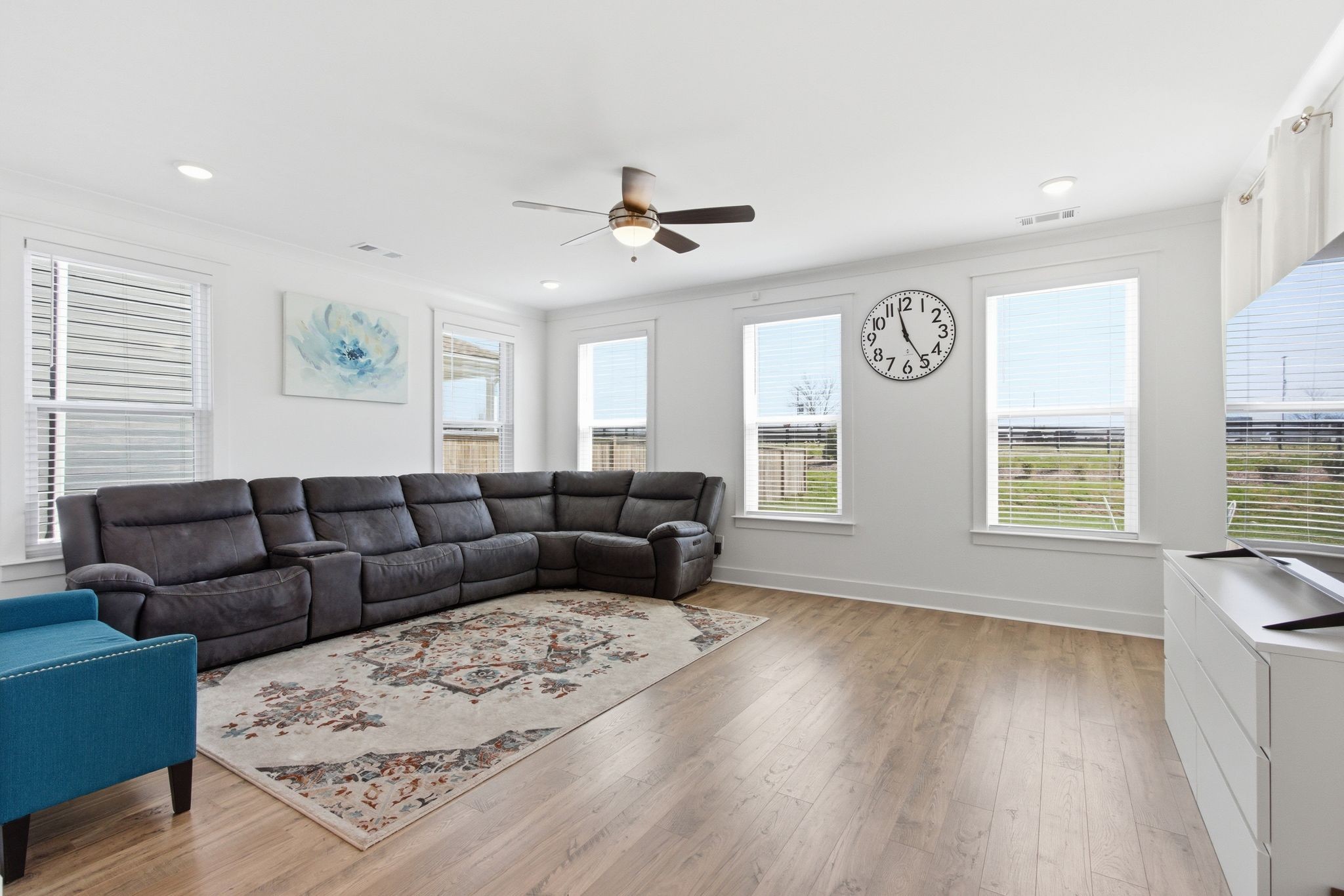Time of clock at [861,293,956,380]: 4:57
